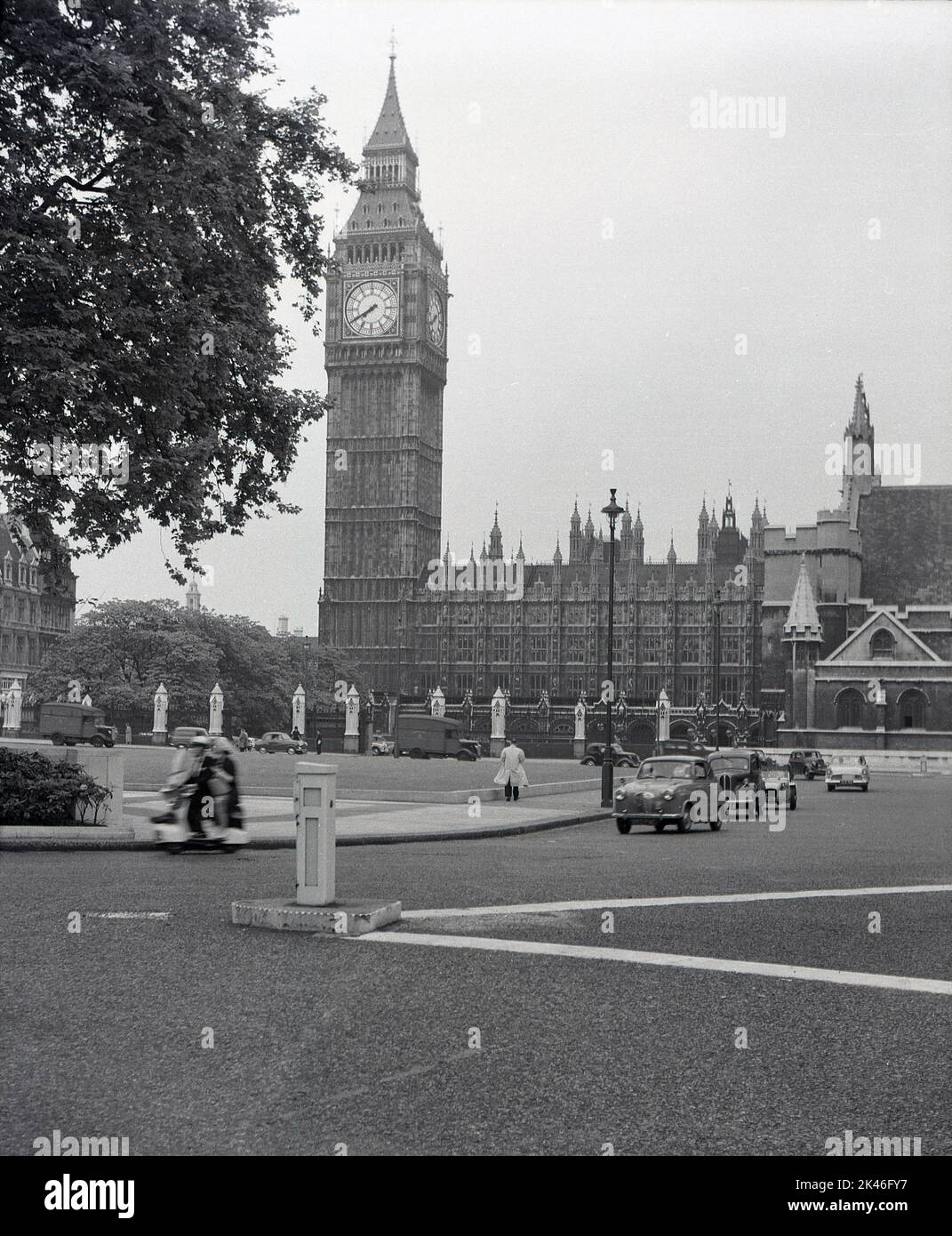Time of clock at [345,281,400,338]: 7:40
